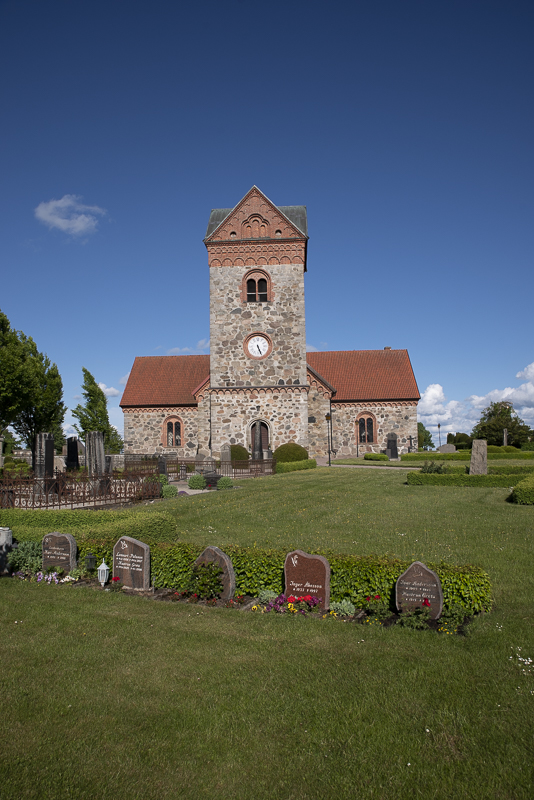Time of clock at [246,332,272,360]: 5:26
